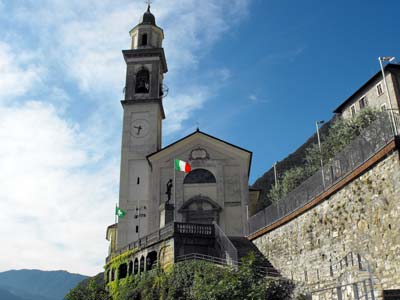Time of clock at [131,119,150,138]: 9:33
